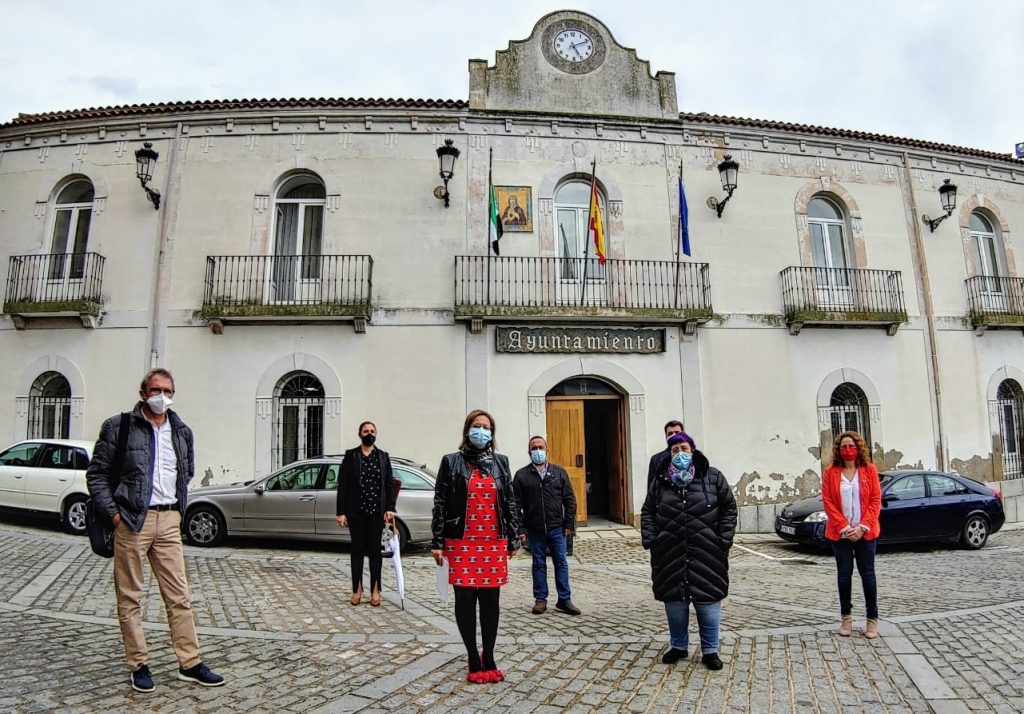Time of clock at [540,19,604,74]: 5:10
